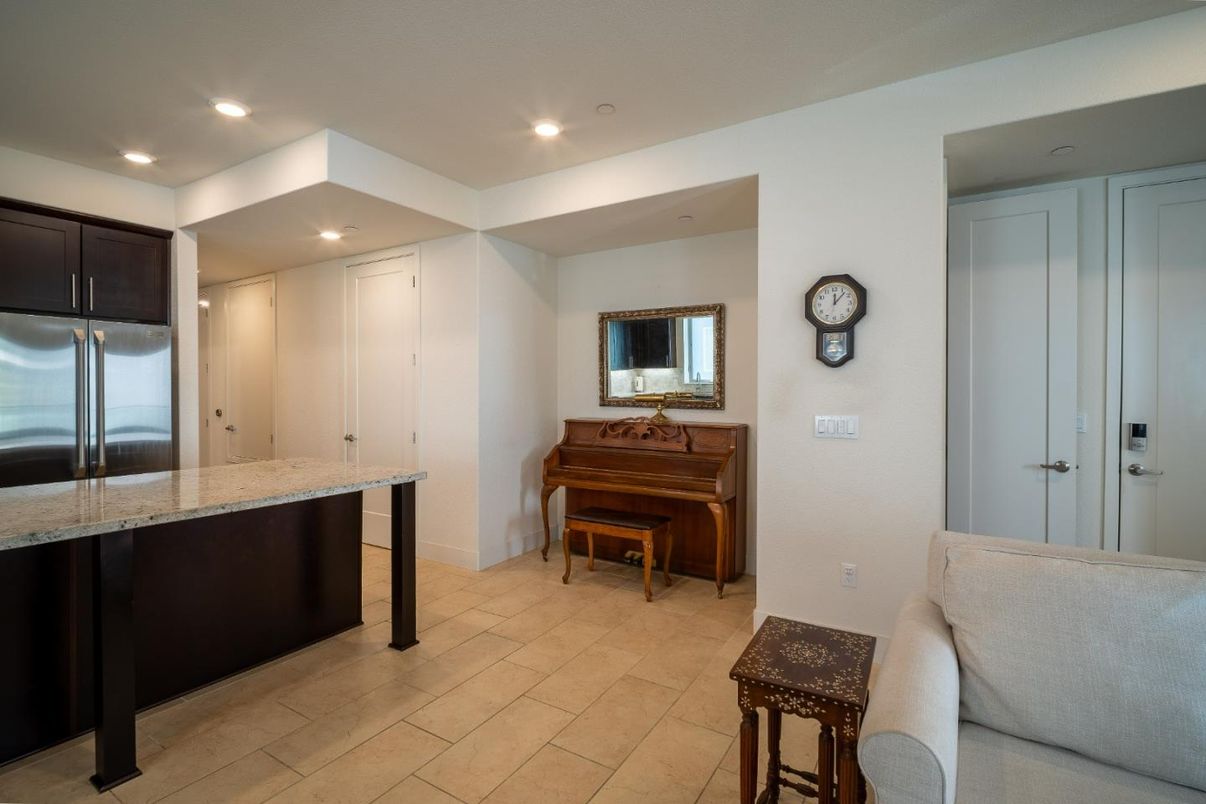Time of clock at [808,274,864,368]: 12:07
